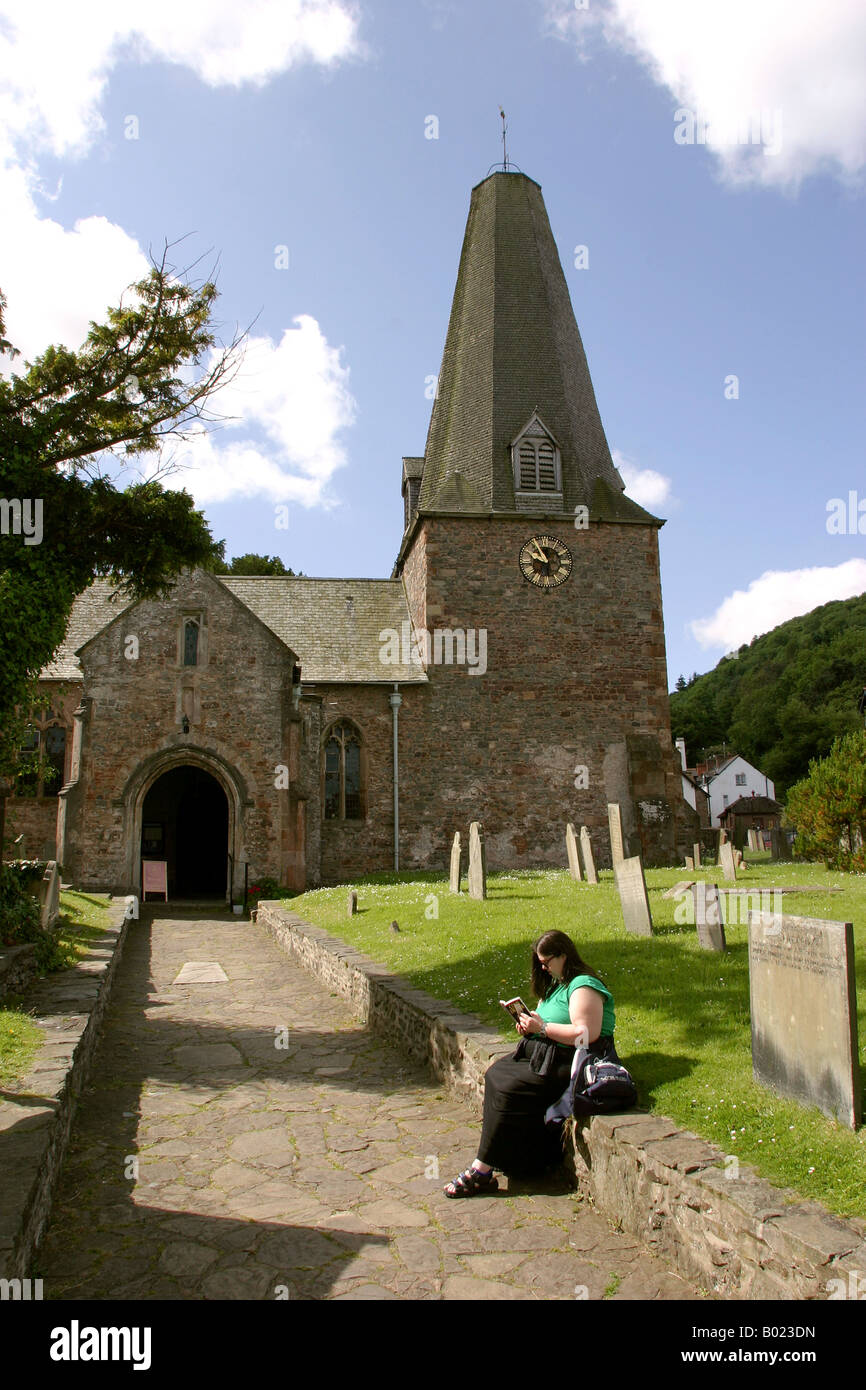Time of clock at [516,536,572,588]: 9:54
